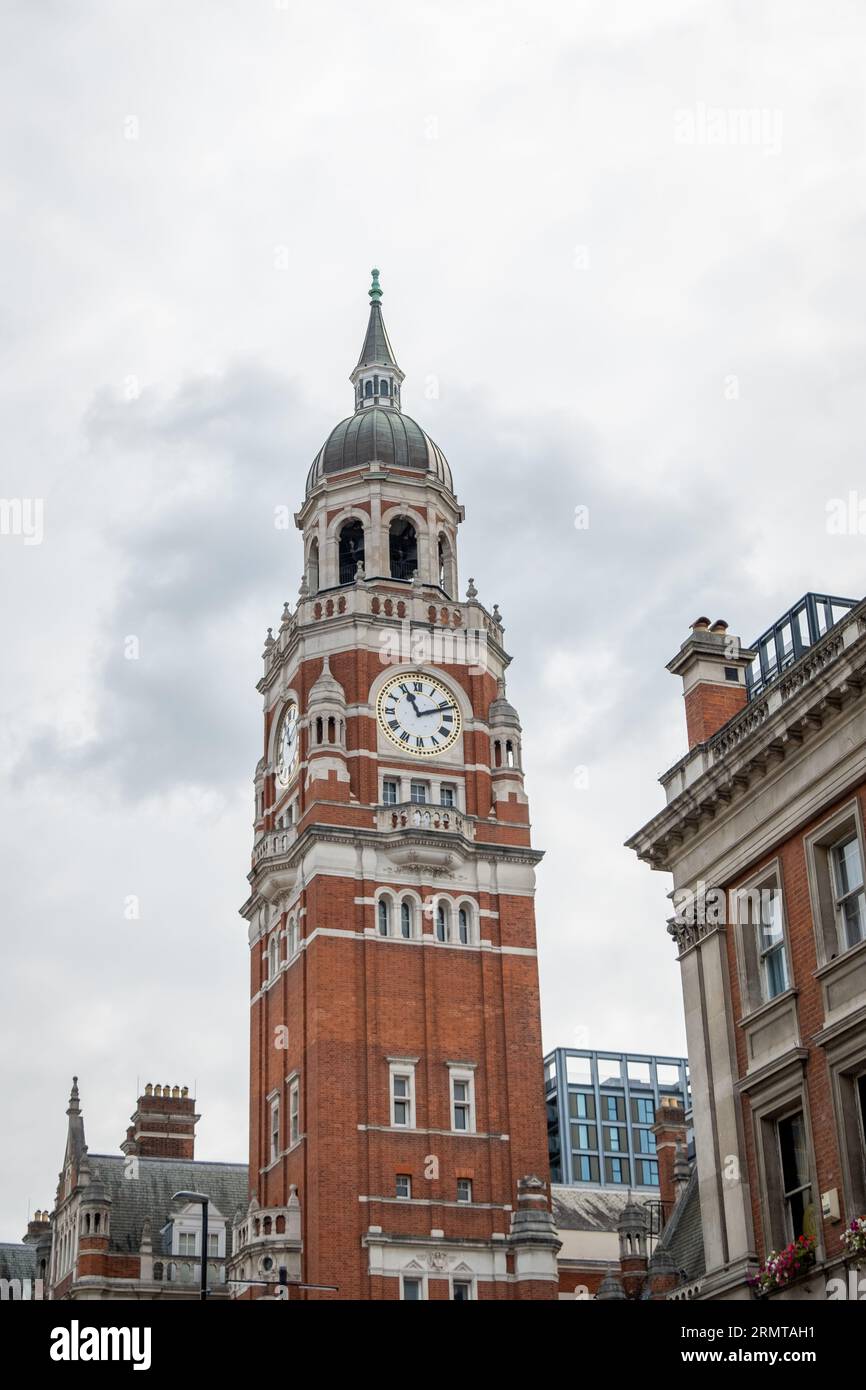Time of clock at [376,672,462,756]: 11:11
